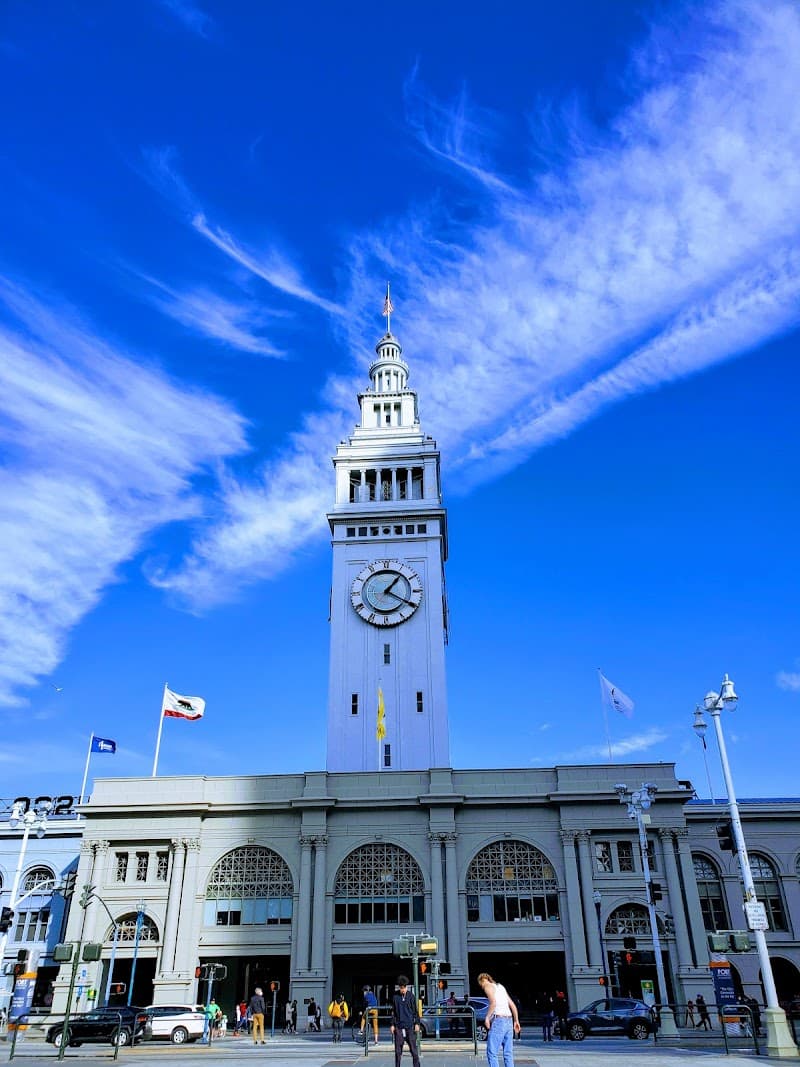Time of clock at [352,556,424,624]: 1:20
